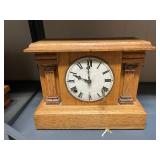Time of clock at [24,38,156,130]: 10:00
